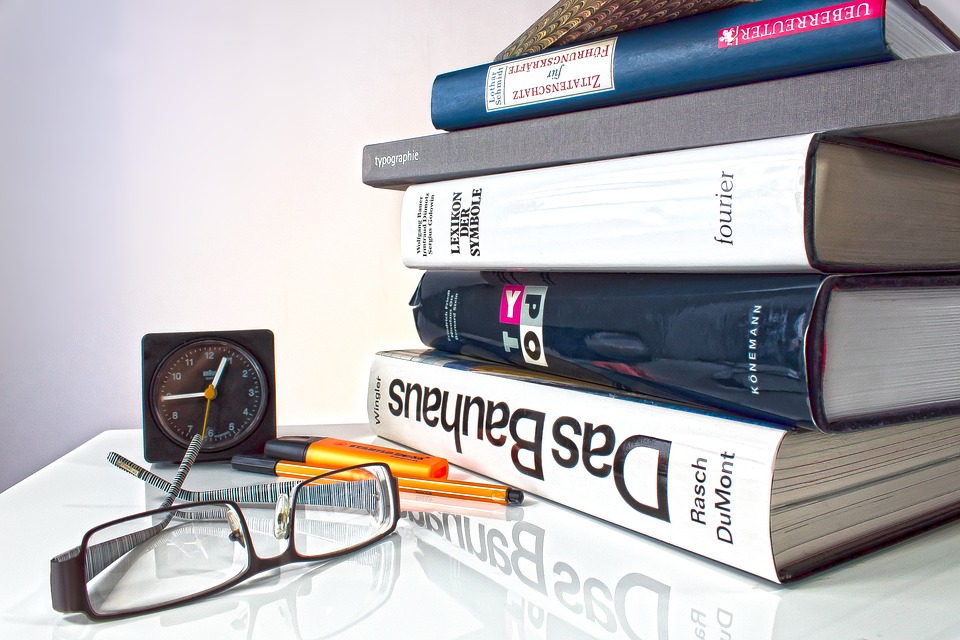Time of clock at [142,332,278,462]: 12:44
